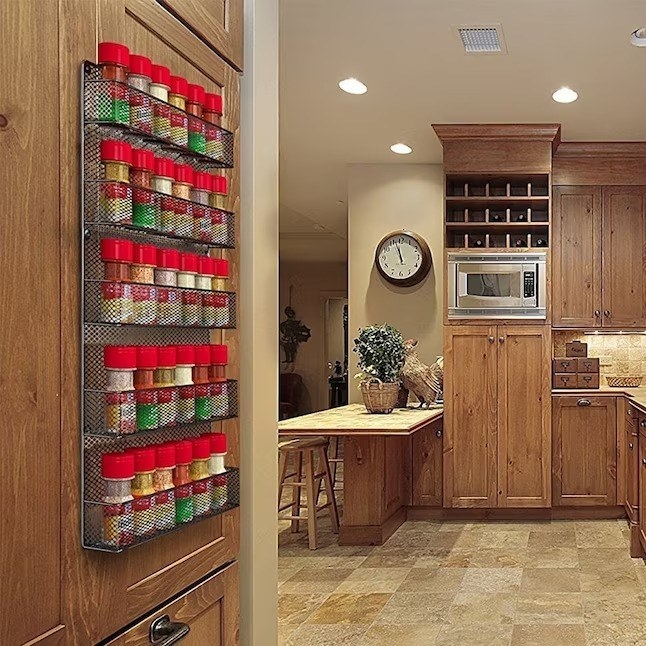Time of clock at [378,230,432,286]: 11:57
